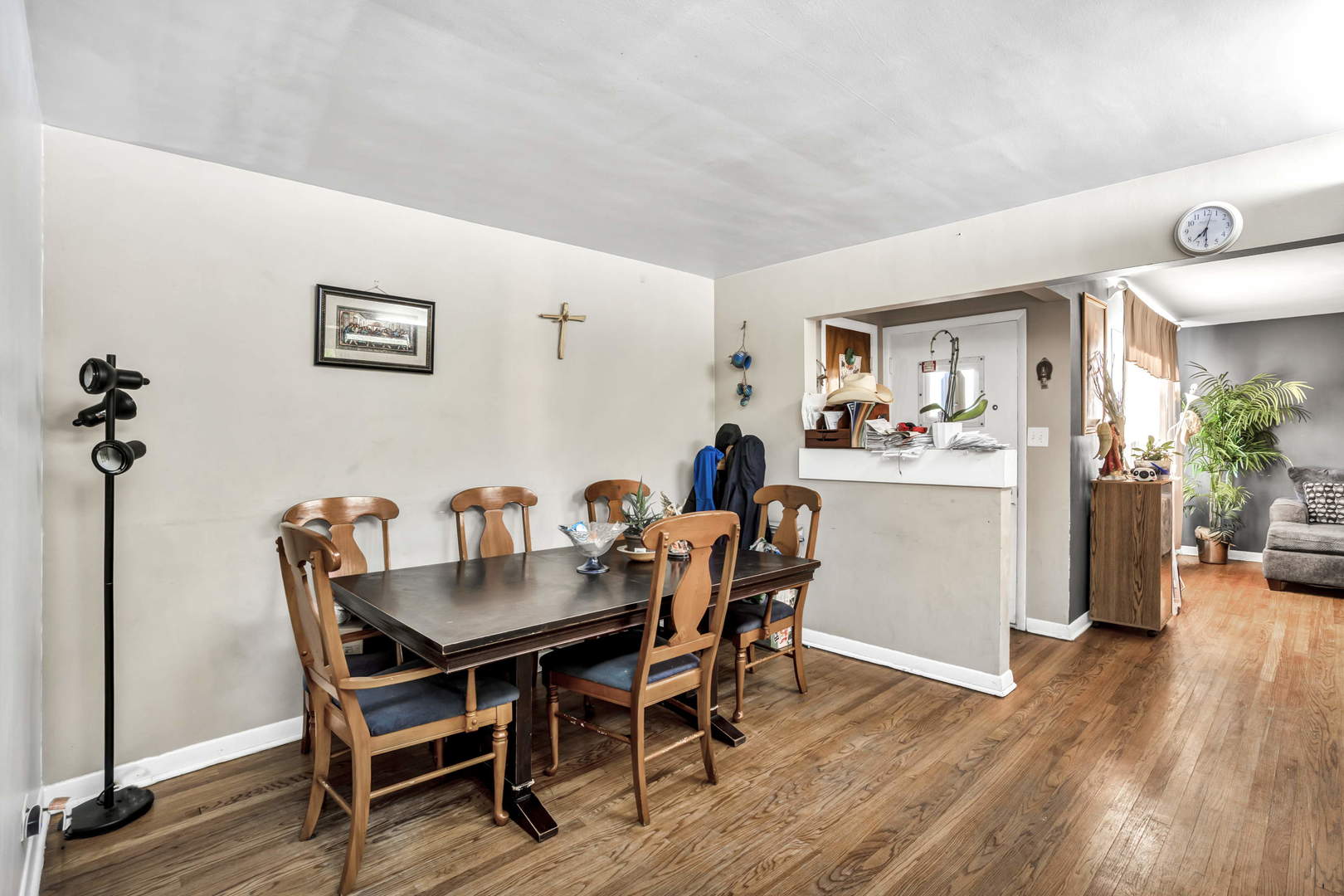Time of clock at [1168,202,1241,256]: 7:30
